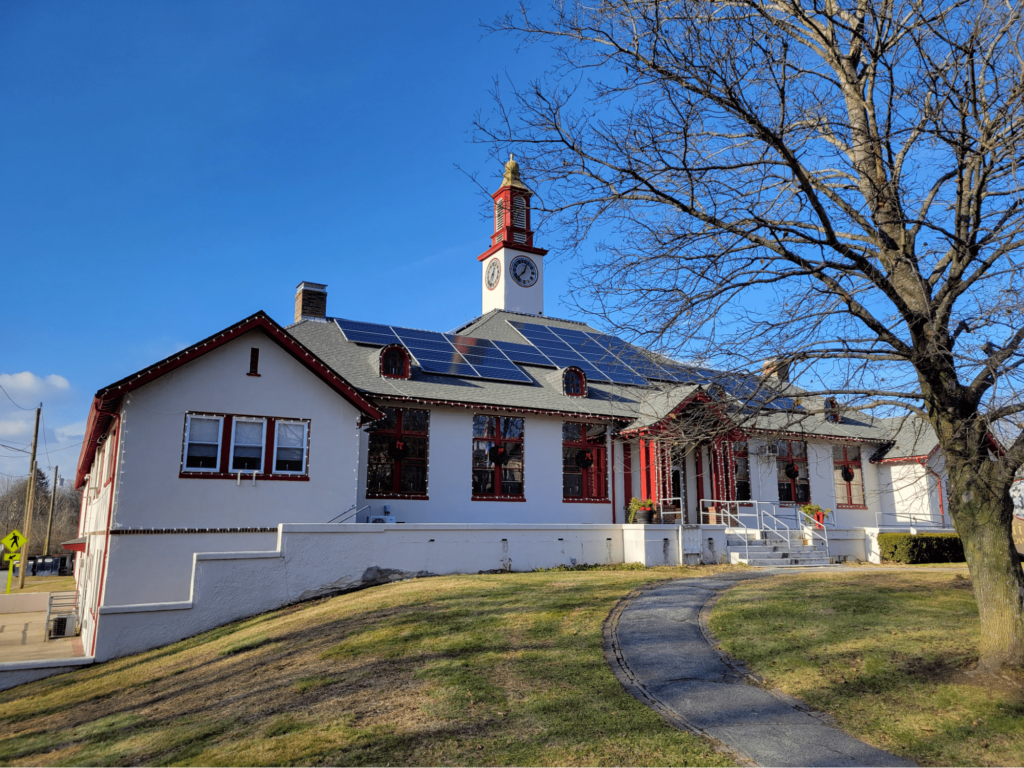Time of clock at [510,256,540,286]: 12:37
